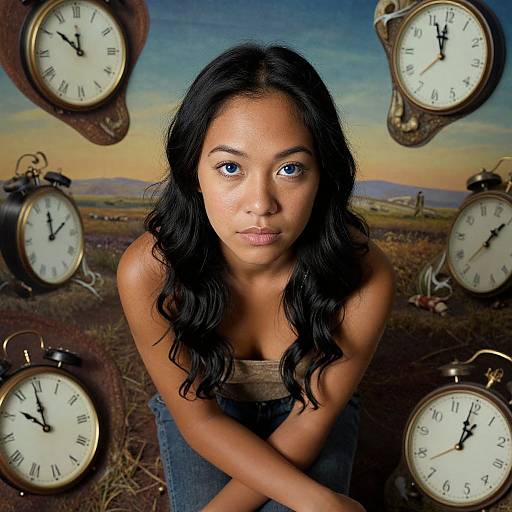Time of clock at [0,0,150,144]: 11:51
